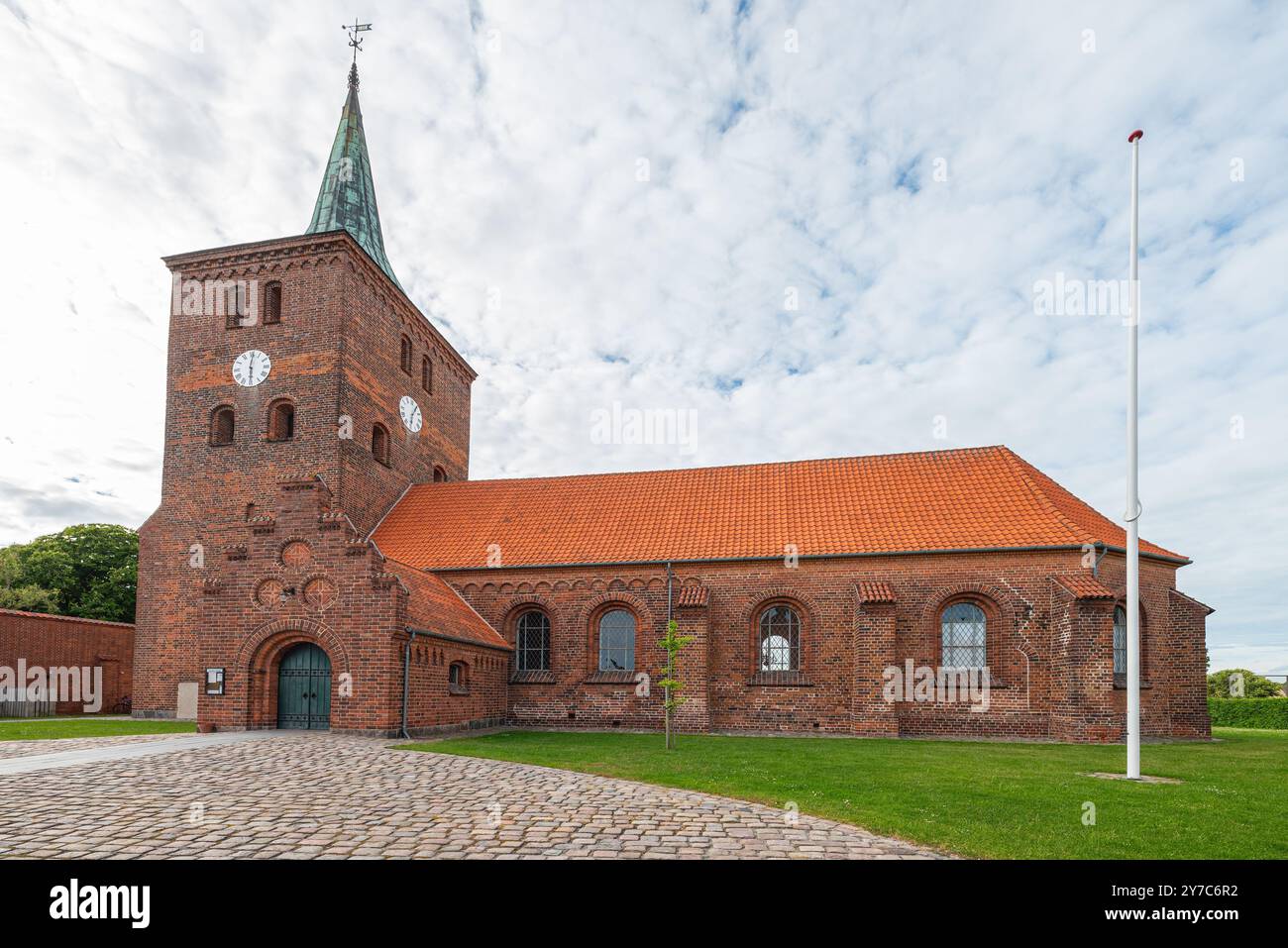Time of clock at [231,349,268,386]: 6:01
